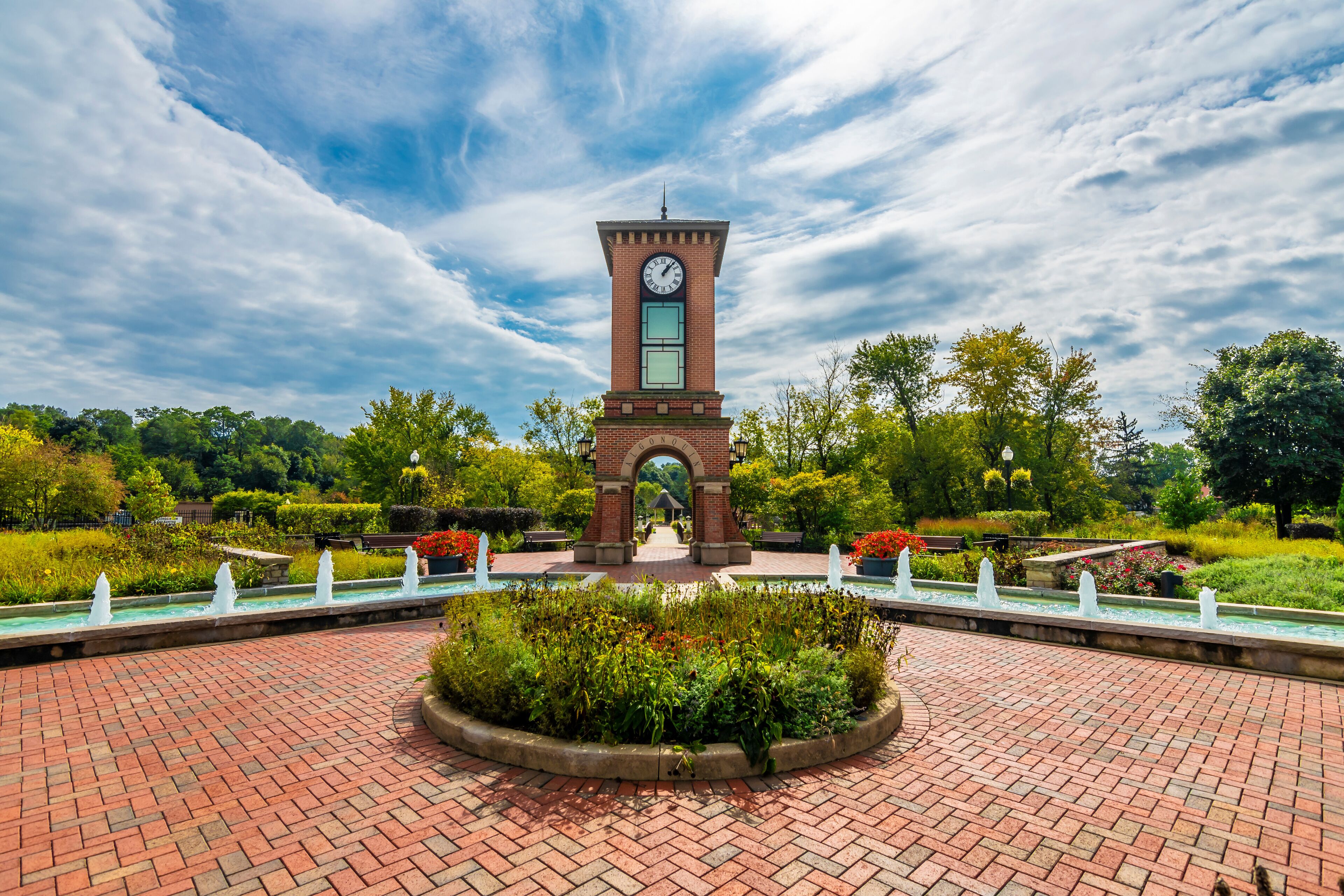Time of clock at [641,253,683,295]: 1:07
